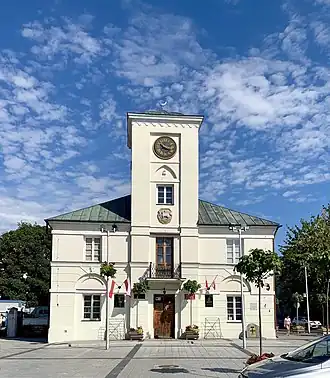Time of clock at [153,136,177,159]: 10:17
